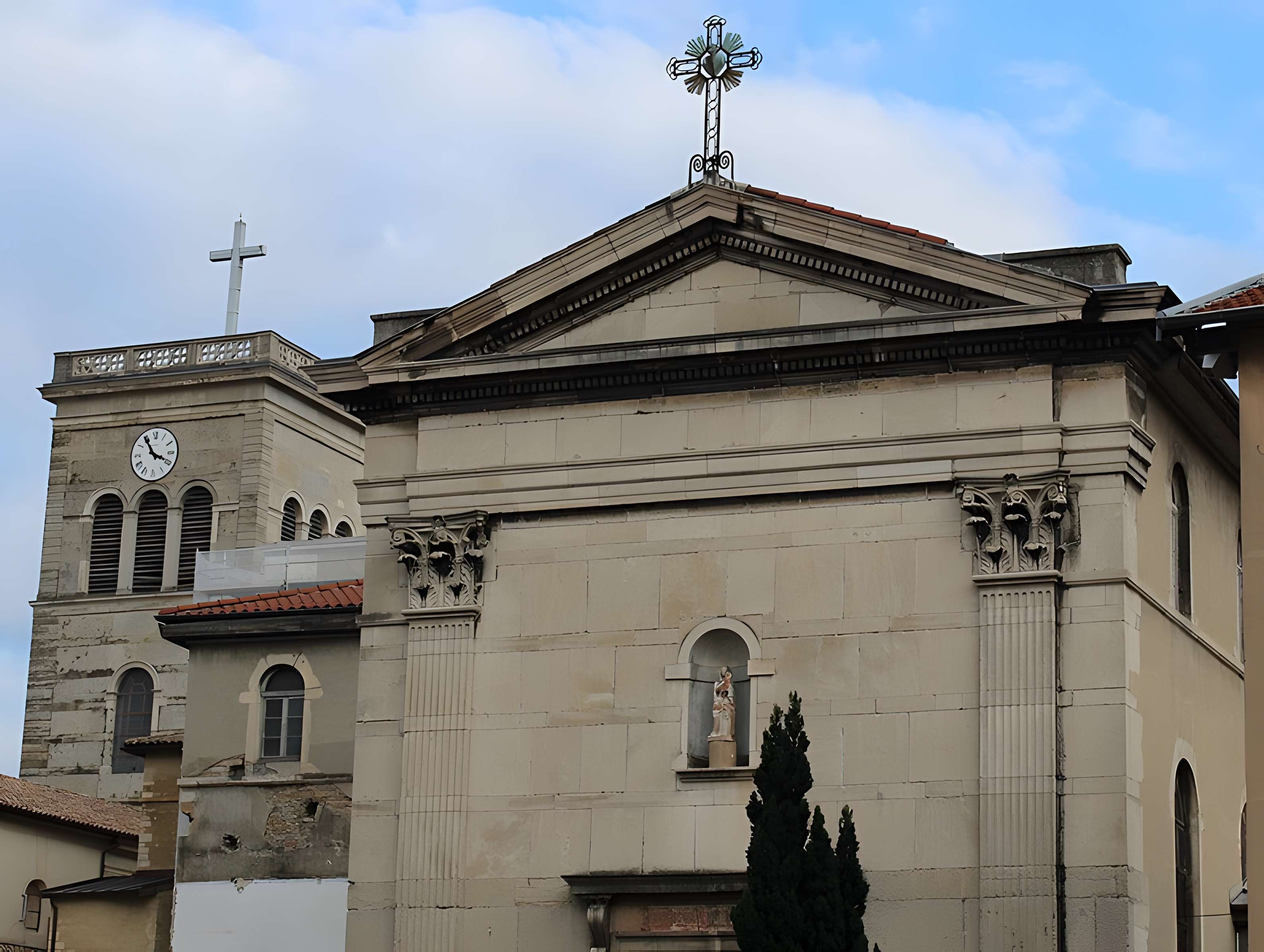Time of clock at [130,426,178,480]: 3:54
